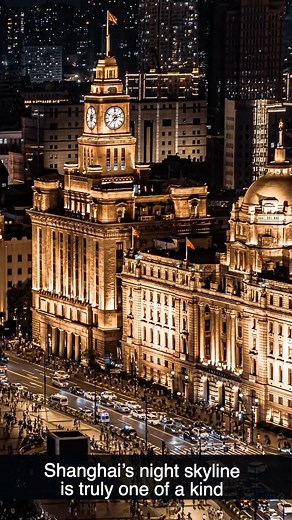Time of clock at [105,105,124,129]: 2:36
